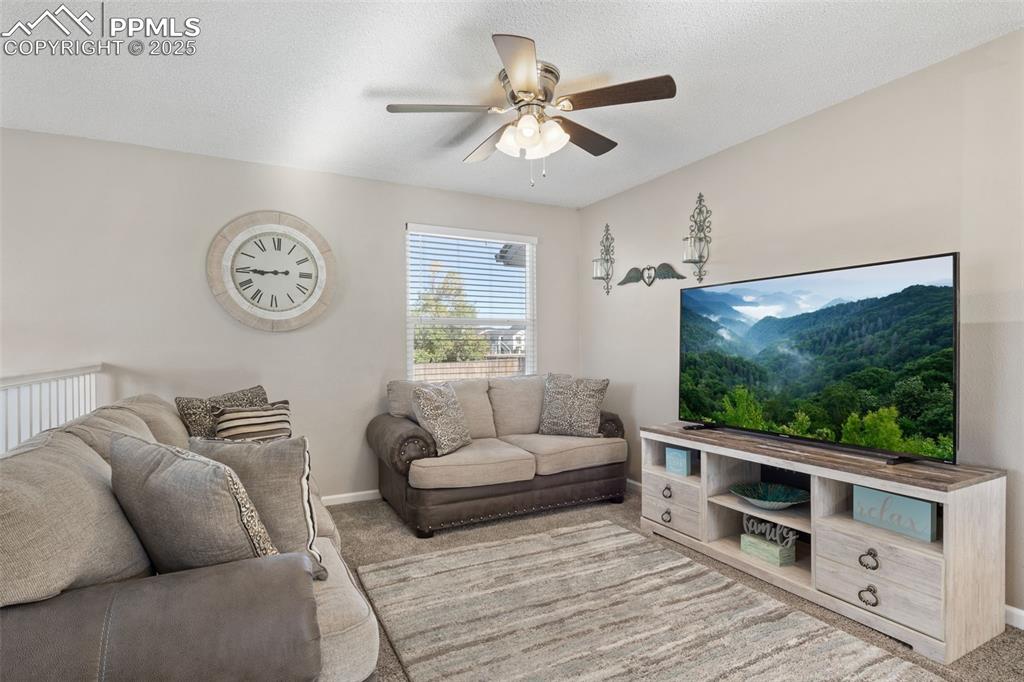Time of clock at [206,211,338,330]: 8:44
